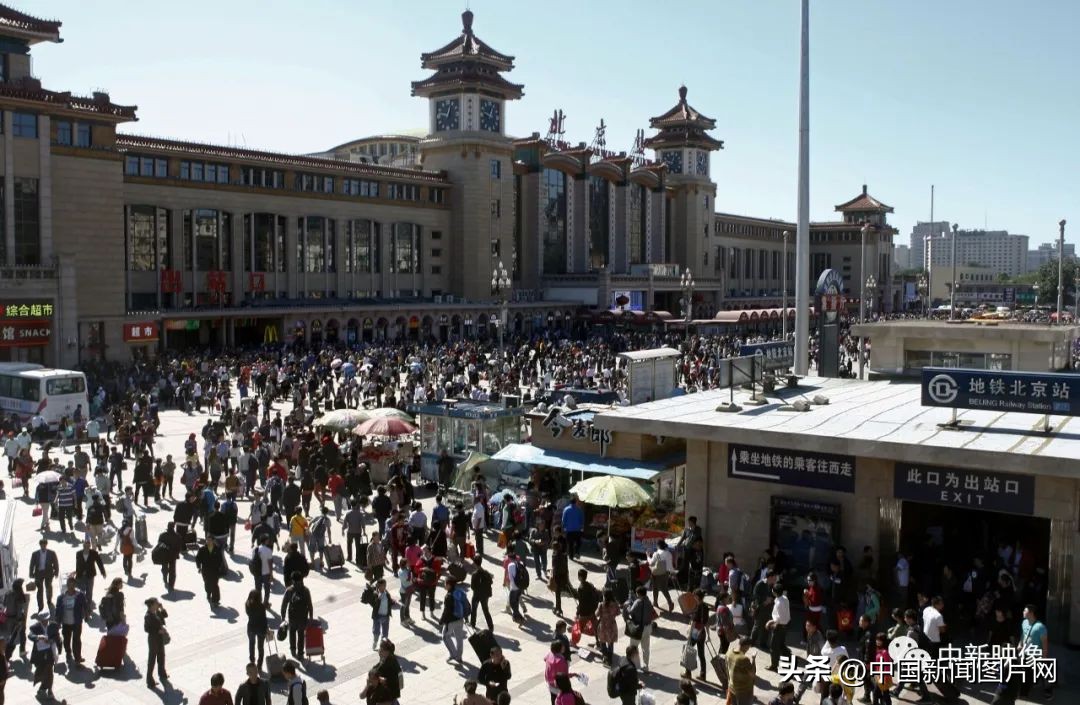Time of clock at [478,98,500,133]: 12:47
